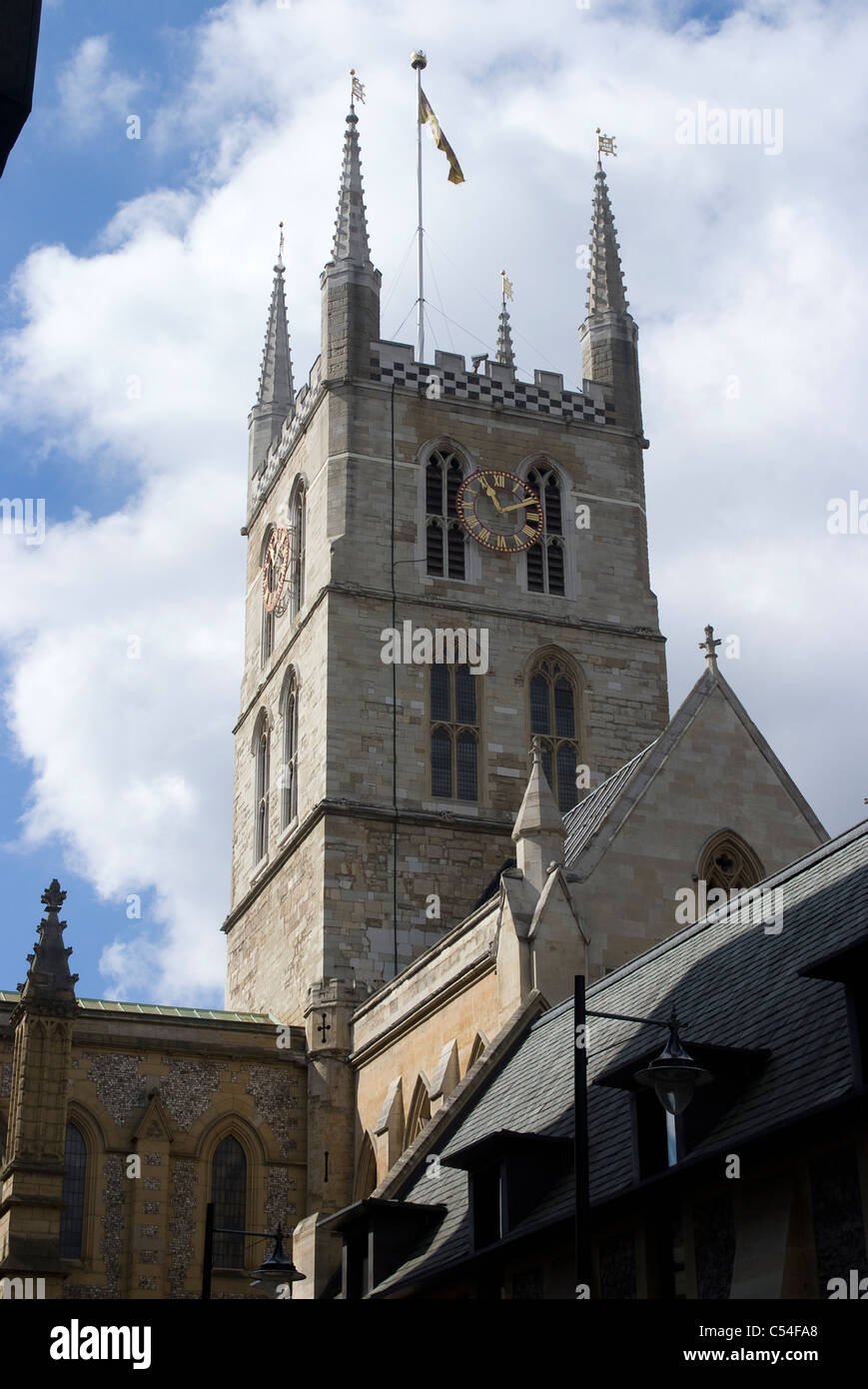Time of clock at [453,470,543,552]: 11:11
